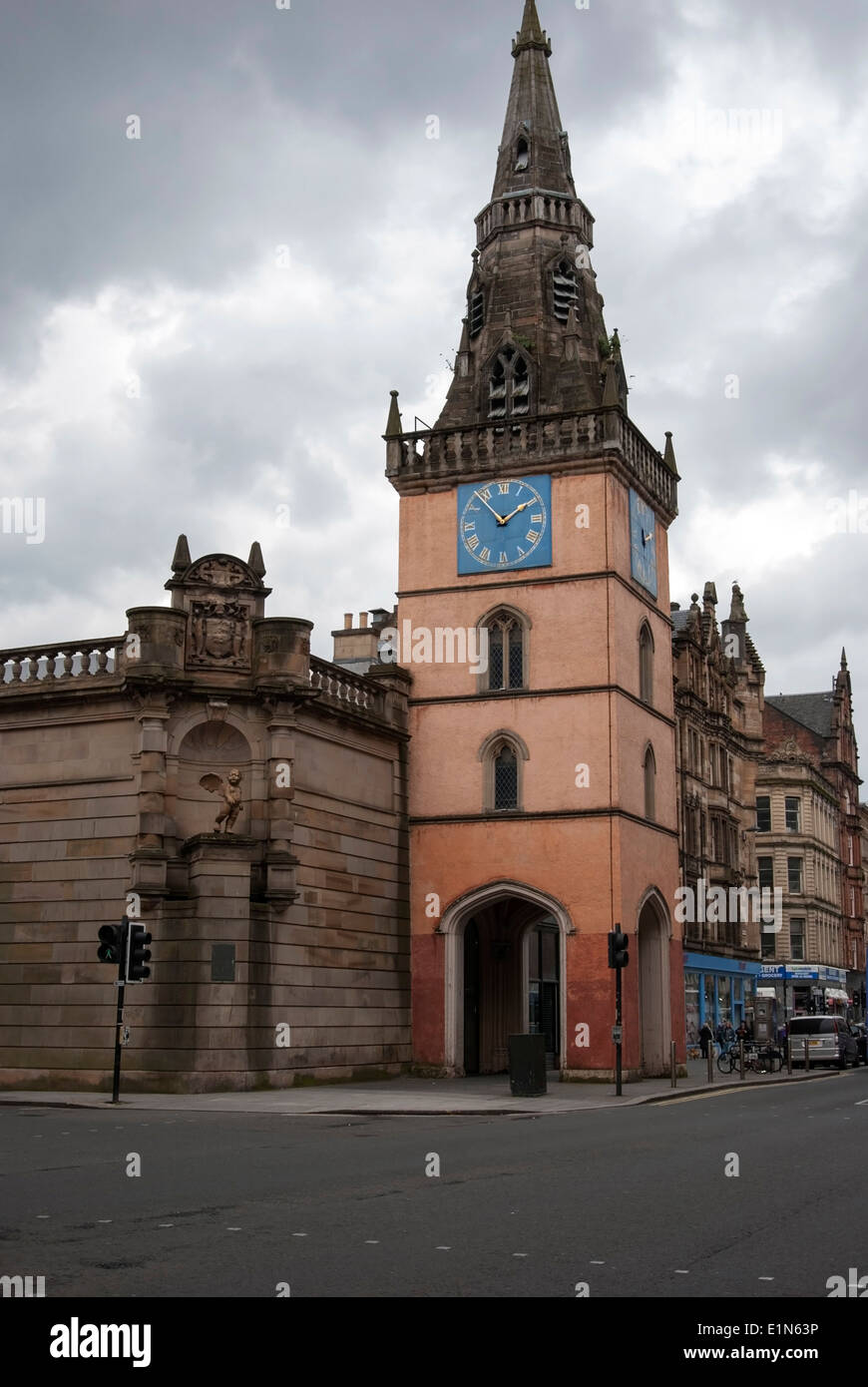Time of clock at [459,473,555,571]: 1:53
